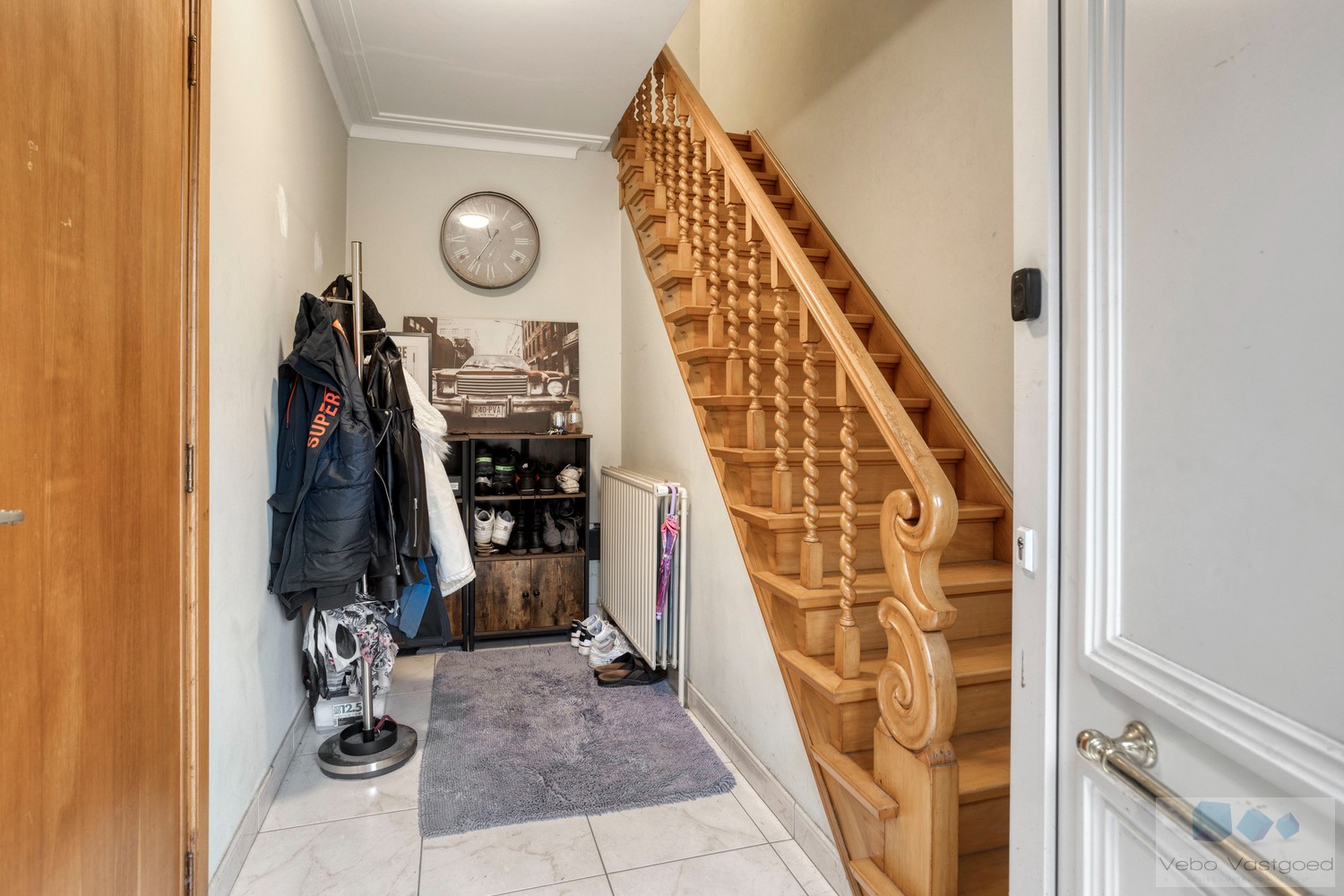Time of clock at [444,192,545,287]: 11:35
